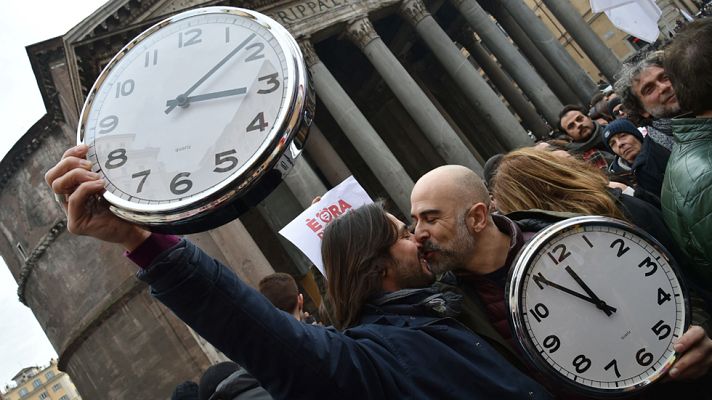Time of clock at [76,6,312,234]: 3:08
